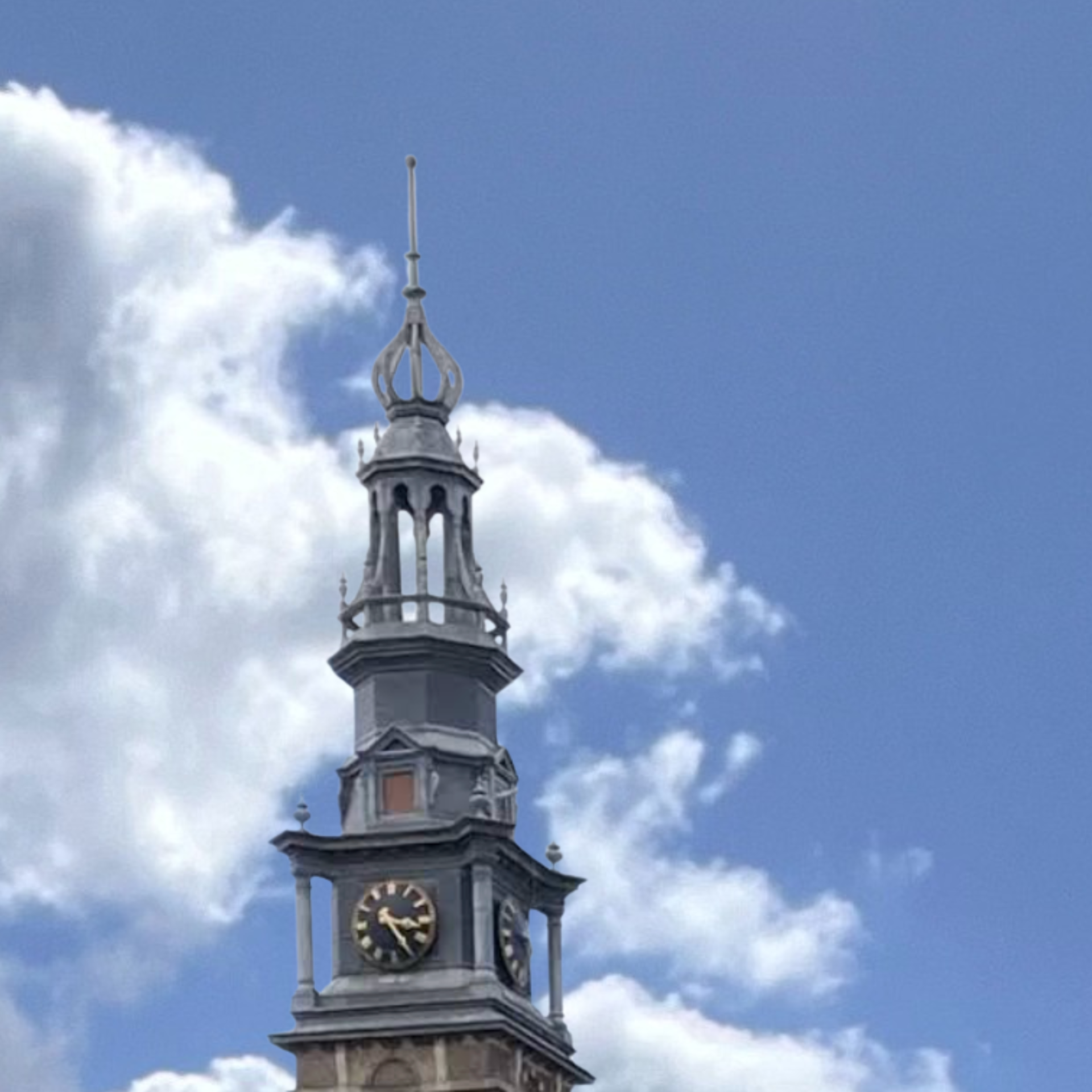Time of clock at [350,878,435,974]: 3:24
